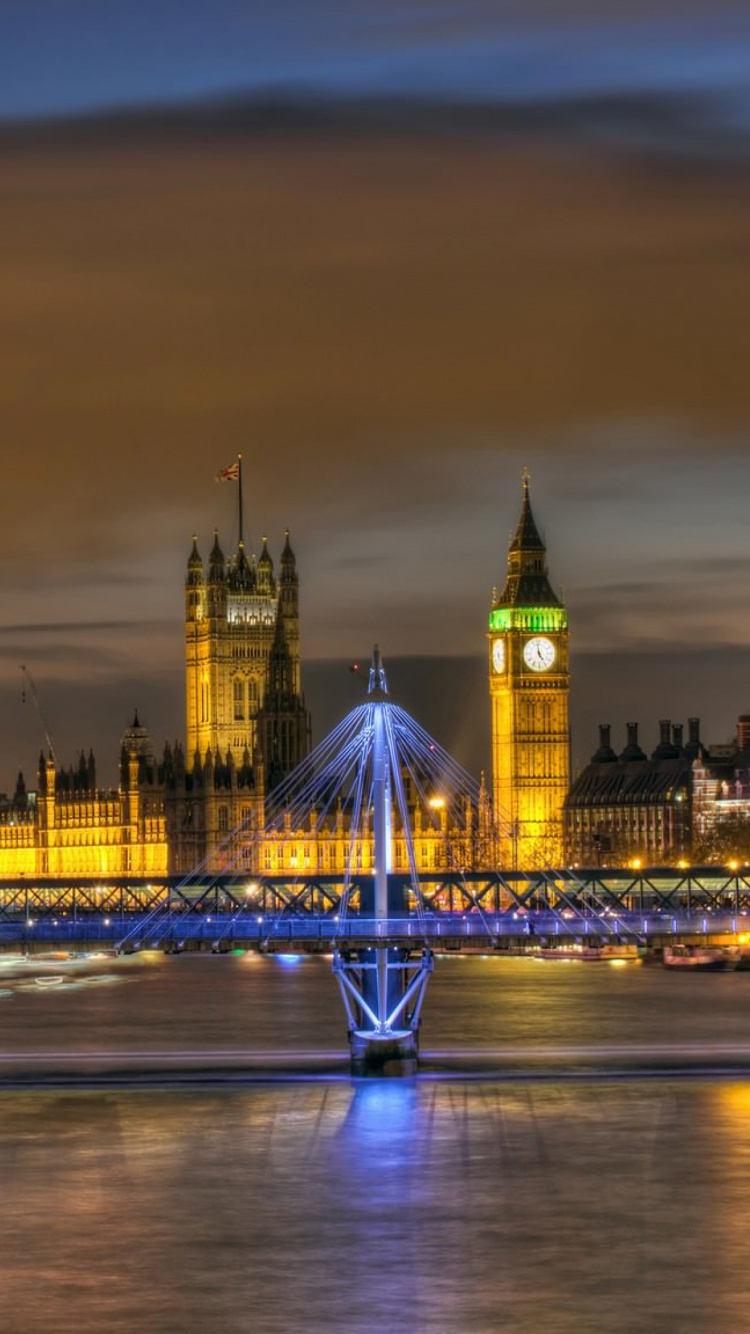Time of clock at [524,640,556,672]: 4:58
